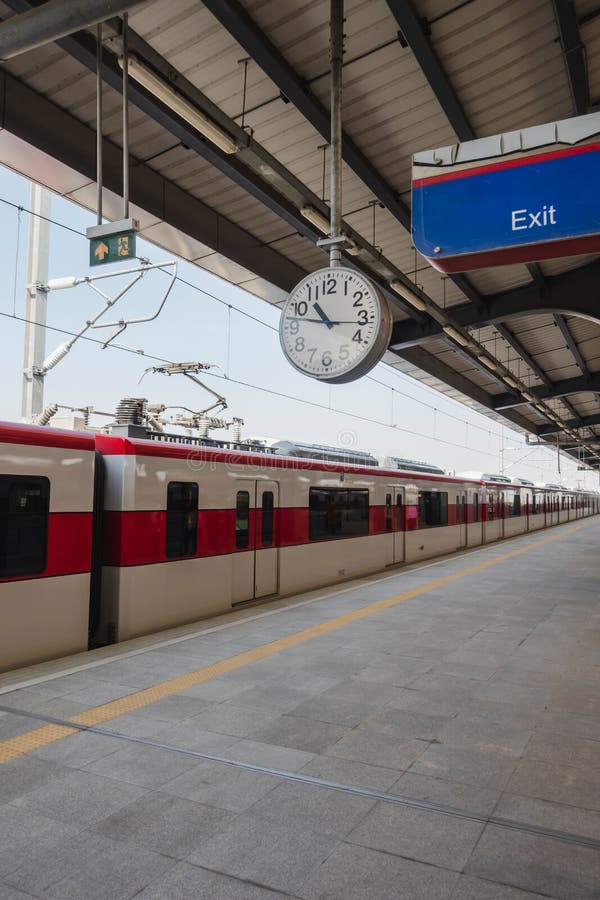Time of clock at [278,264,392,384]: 10:47
